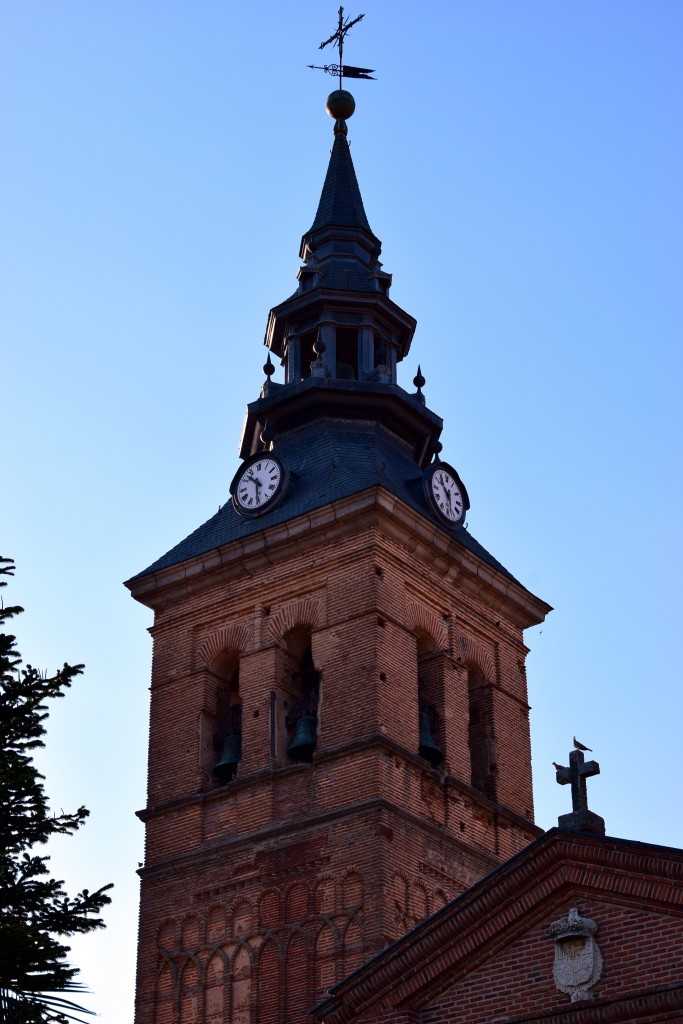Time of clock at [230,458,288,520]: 10:30
